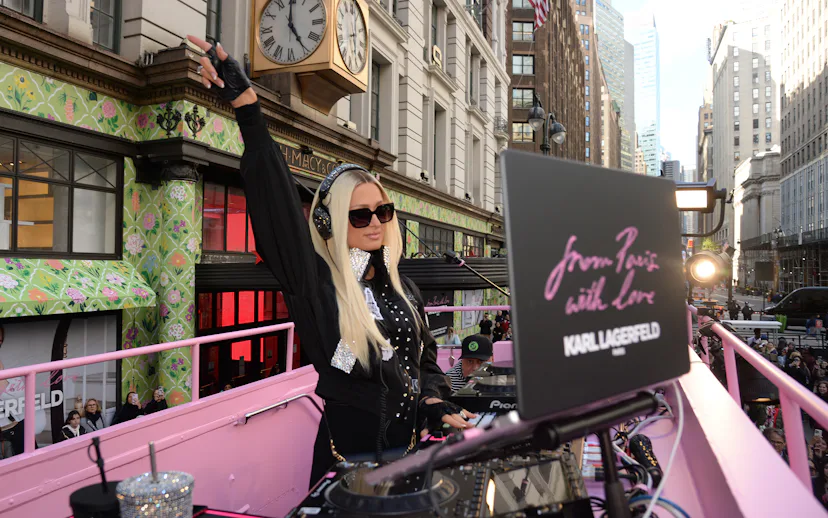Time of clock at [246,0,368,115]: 5:00
